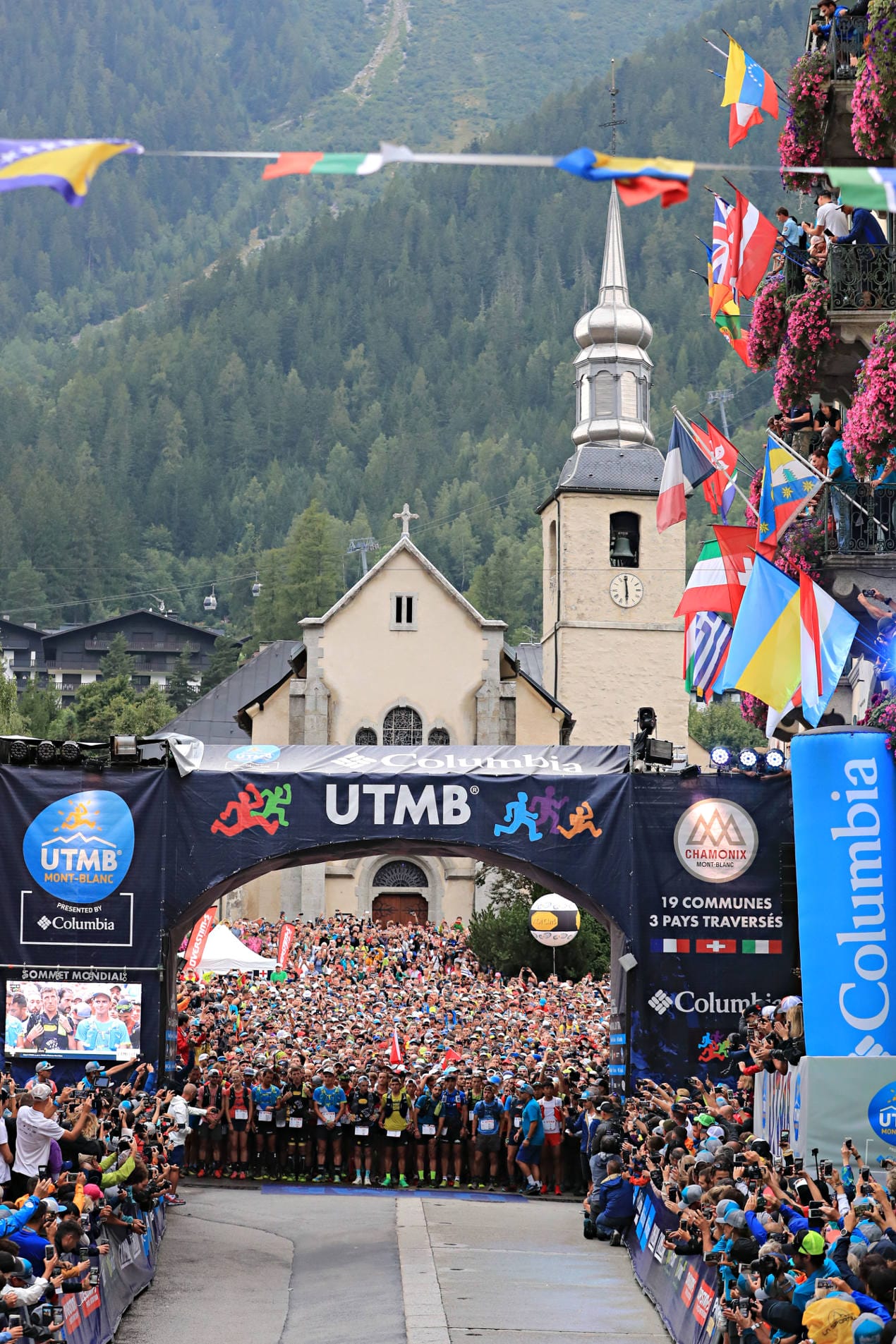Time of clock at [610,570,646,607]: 5:59
